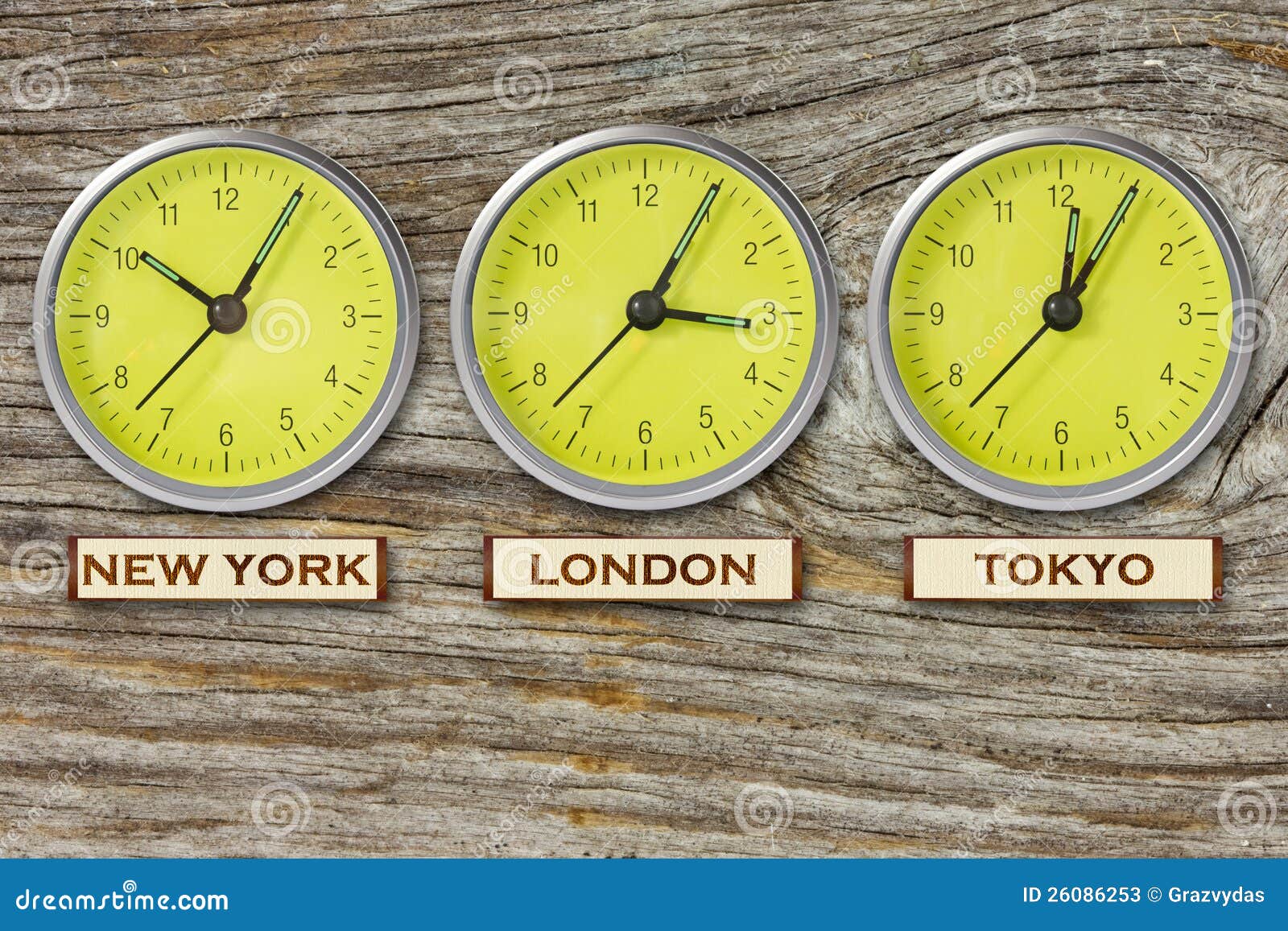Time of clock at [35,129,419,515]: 10:05
